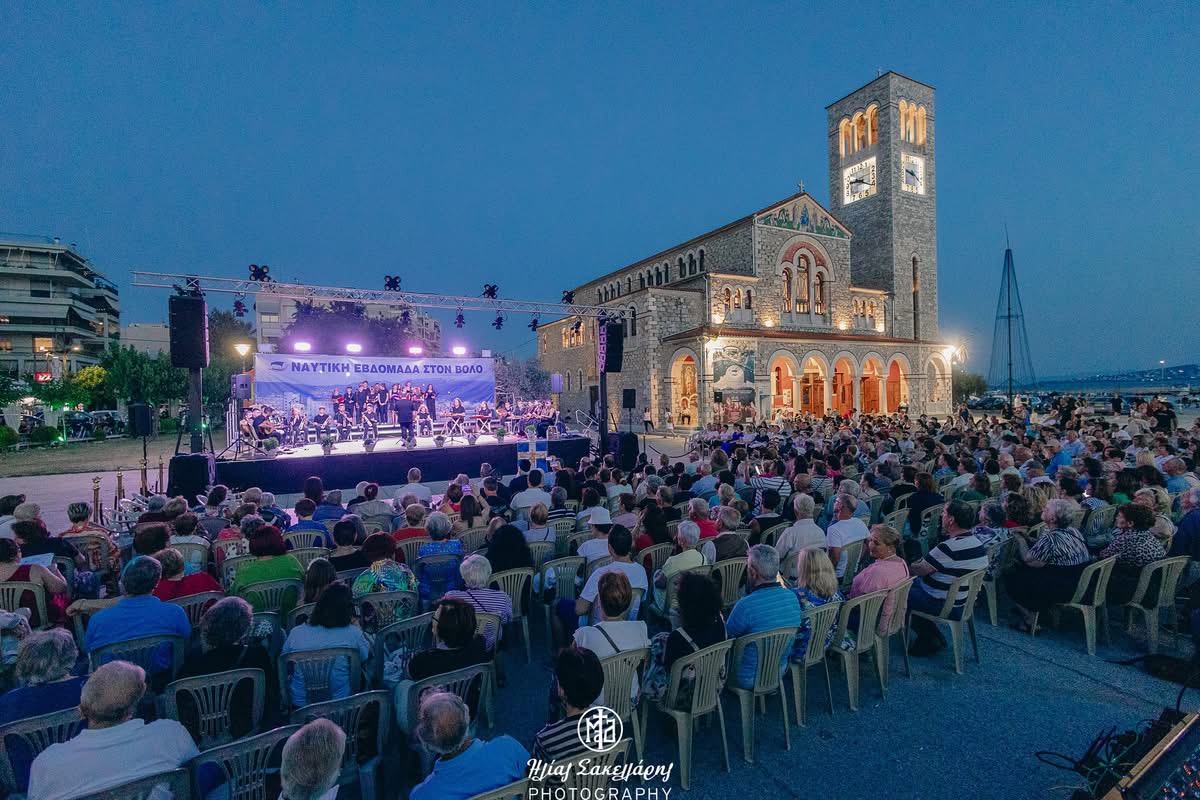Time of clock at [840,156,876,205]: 9:20
